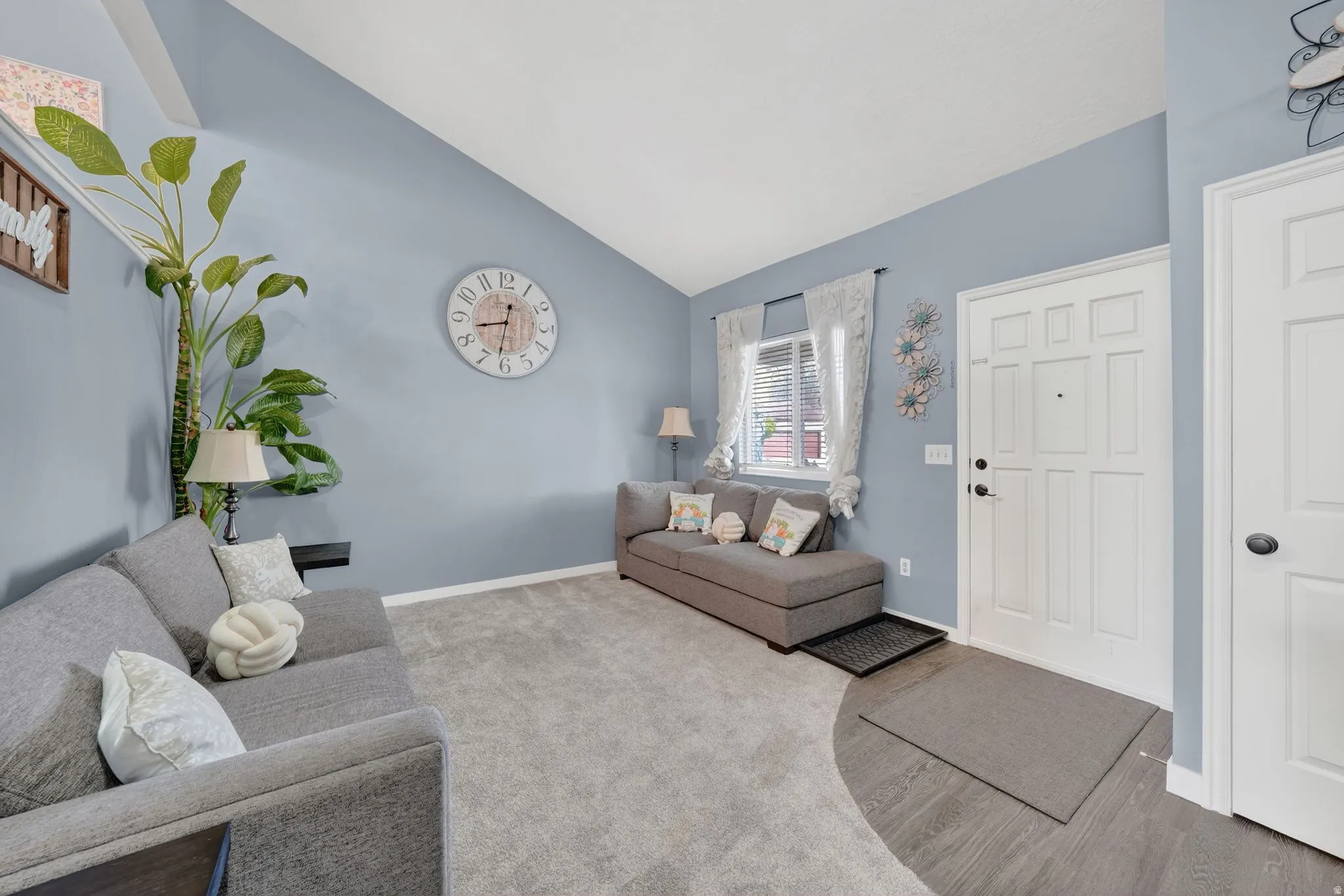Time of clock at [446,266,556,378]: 8:31
